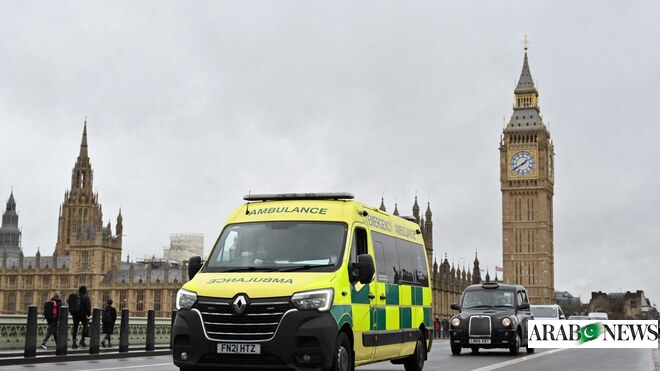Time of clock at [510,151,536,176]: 1:39
